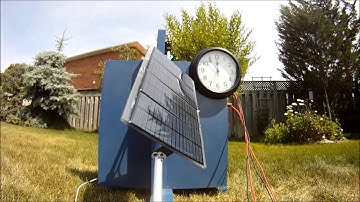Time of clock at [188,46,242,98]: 11:53
